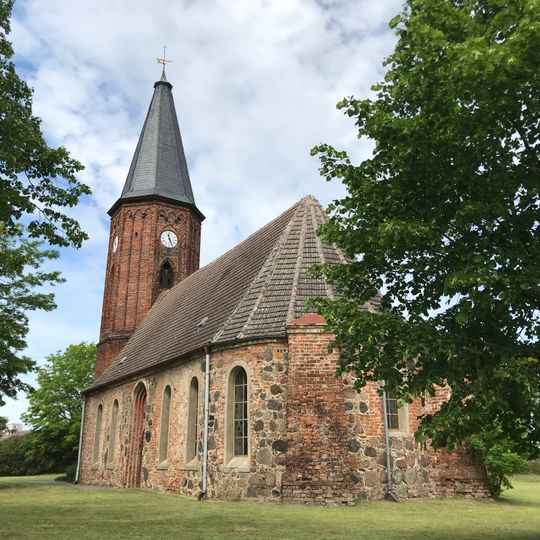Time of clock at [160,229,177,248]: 11:25
